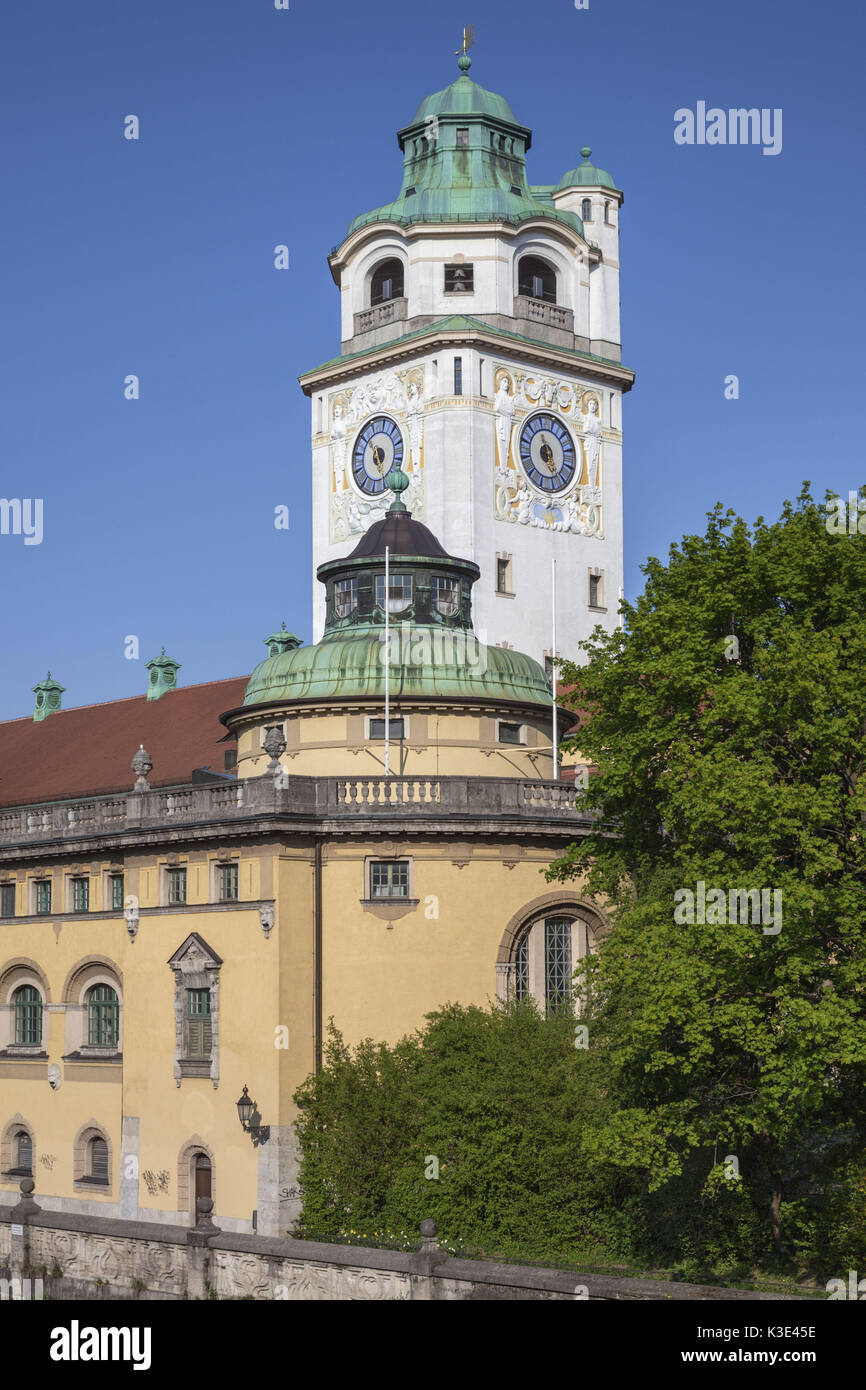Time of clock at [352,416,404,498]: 5:26
